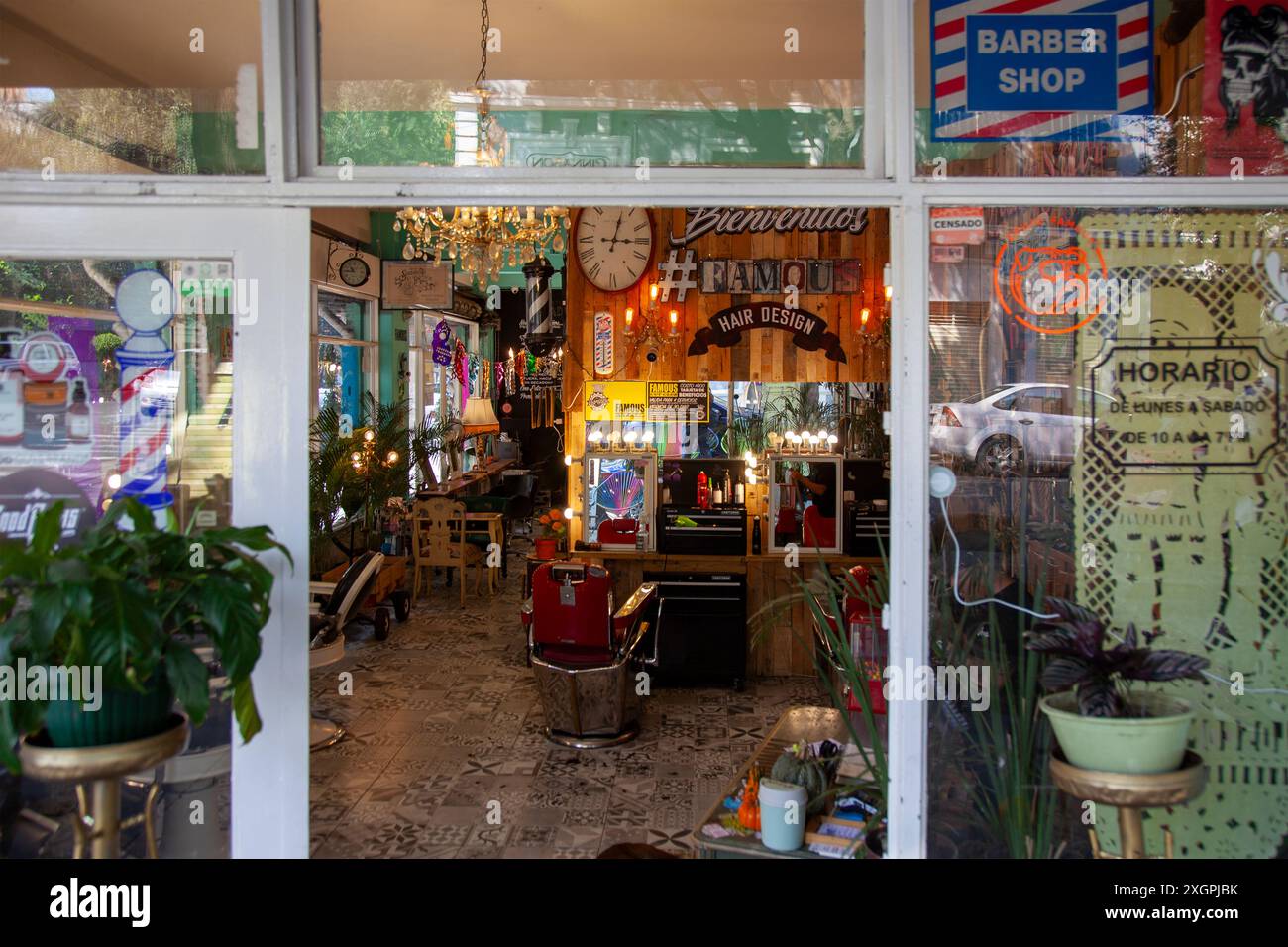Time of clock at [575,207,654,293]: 3:02
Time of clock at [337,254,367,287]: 10:45
